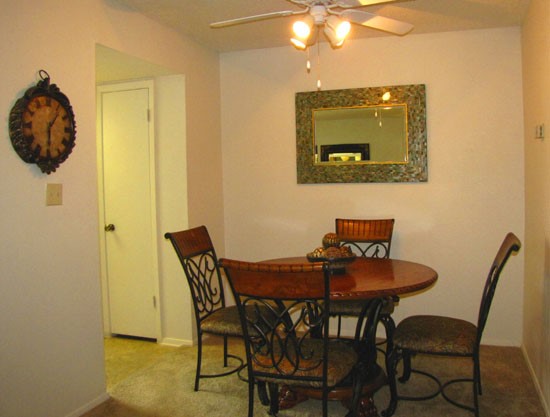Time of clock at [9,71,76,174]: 6:06
